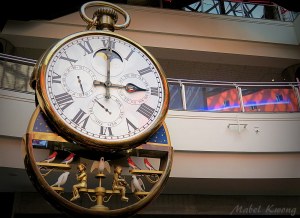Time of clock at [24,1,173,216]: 3:00
